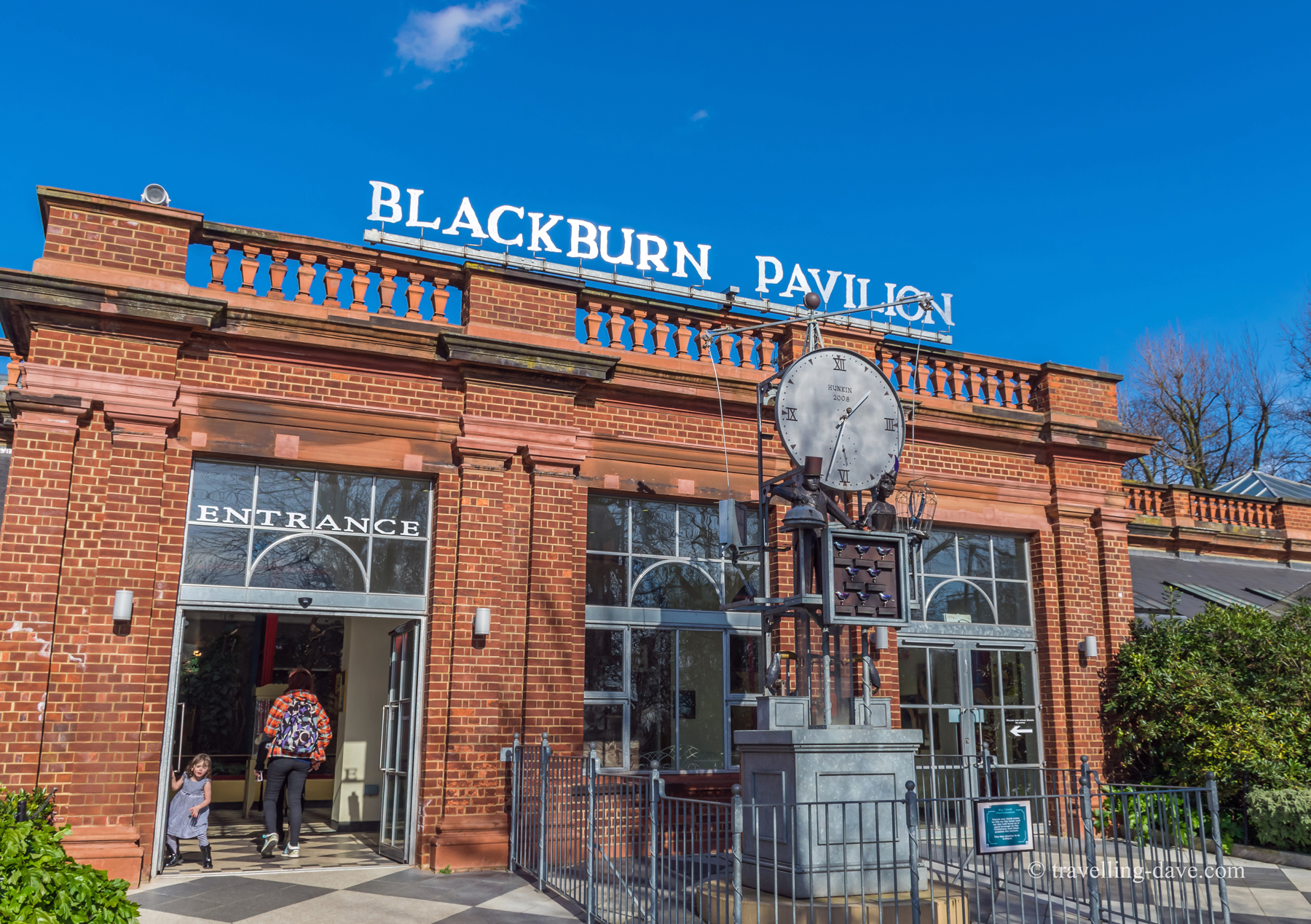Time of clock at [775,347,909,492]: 1:33
